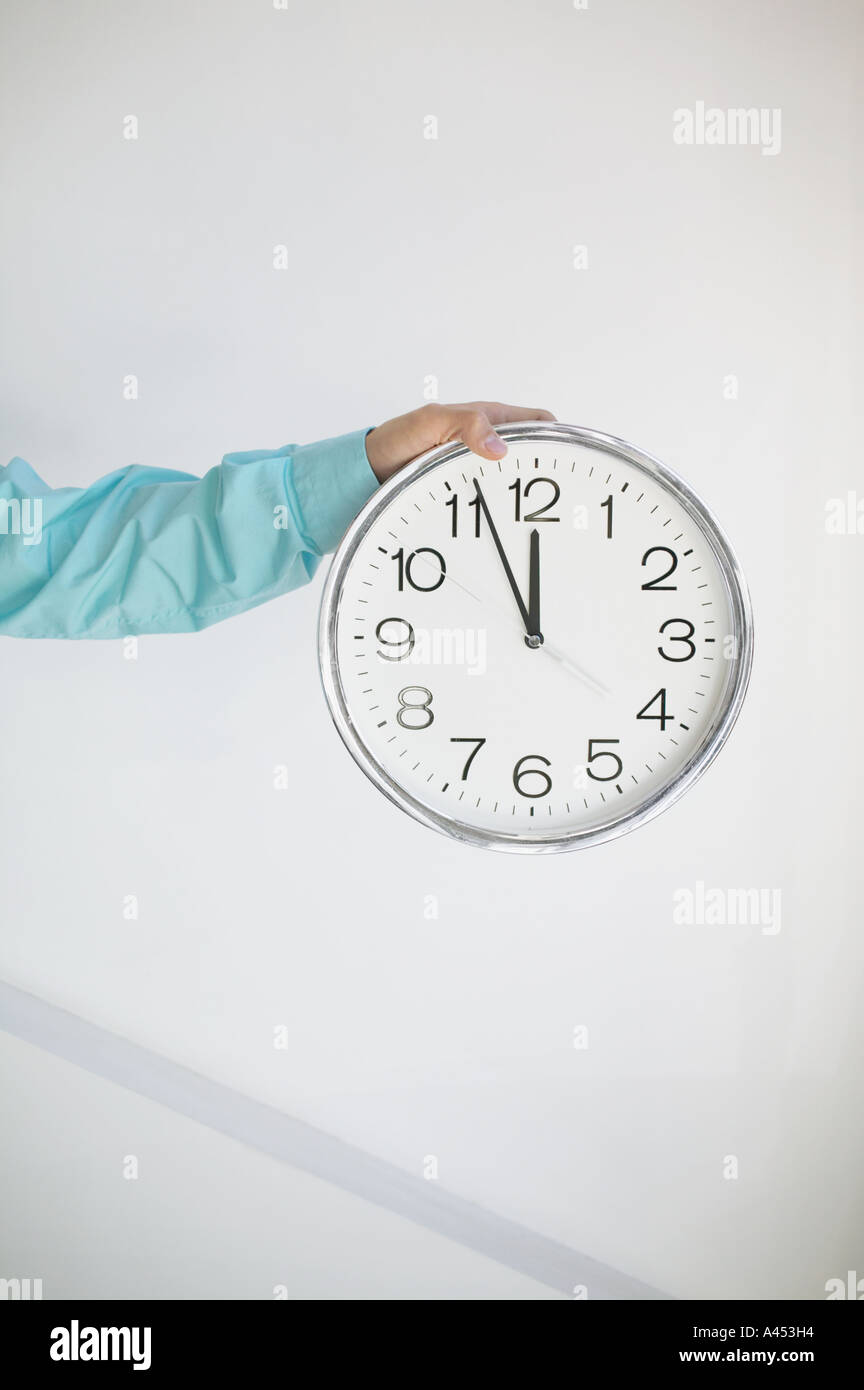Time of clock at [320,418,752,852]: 11:56
